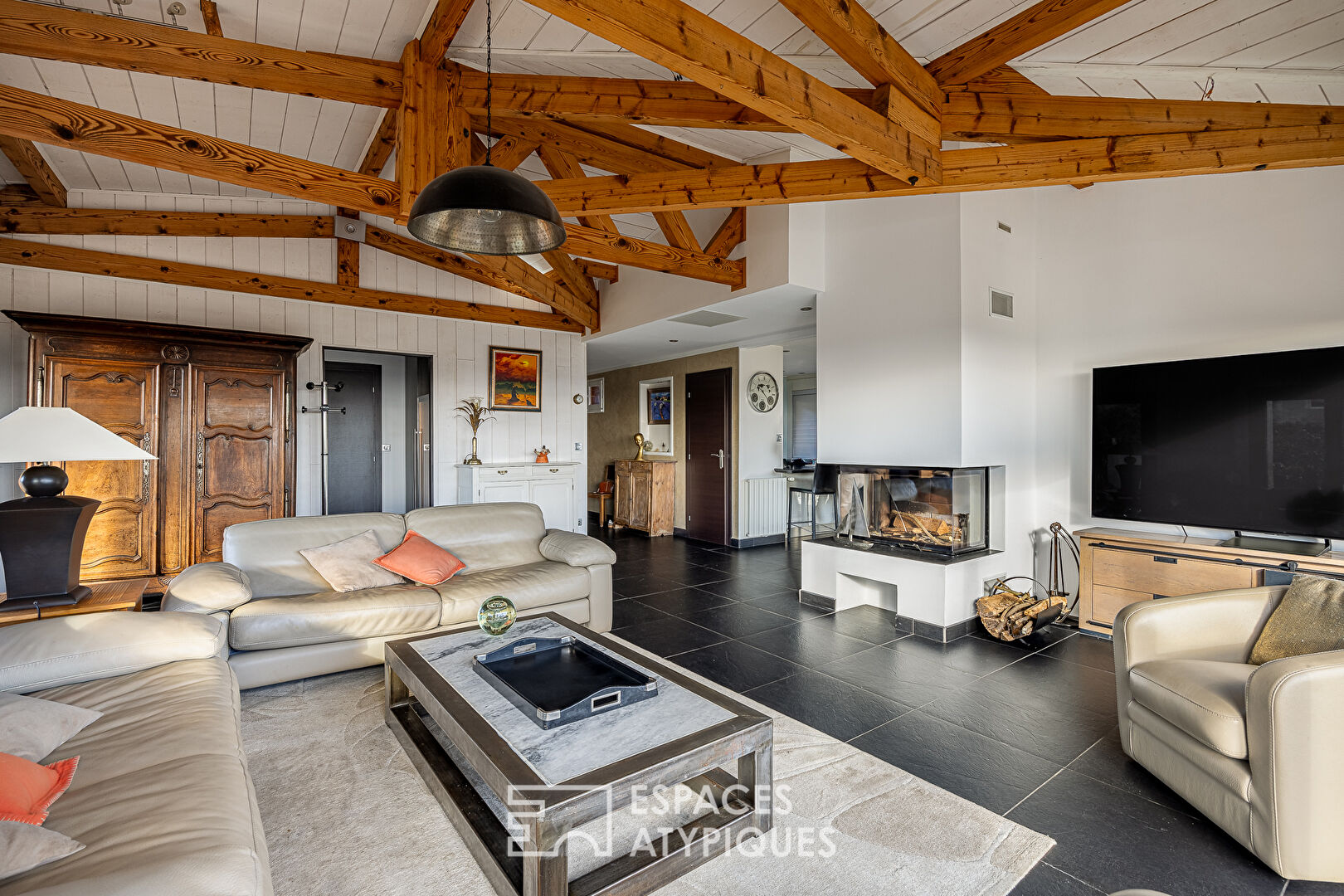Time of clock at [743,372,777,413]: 10:22
